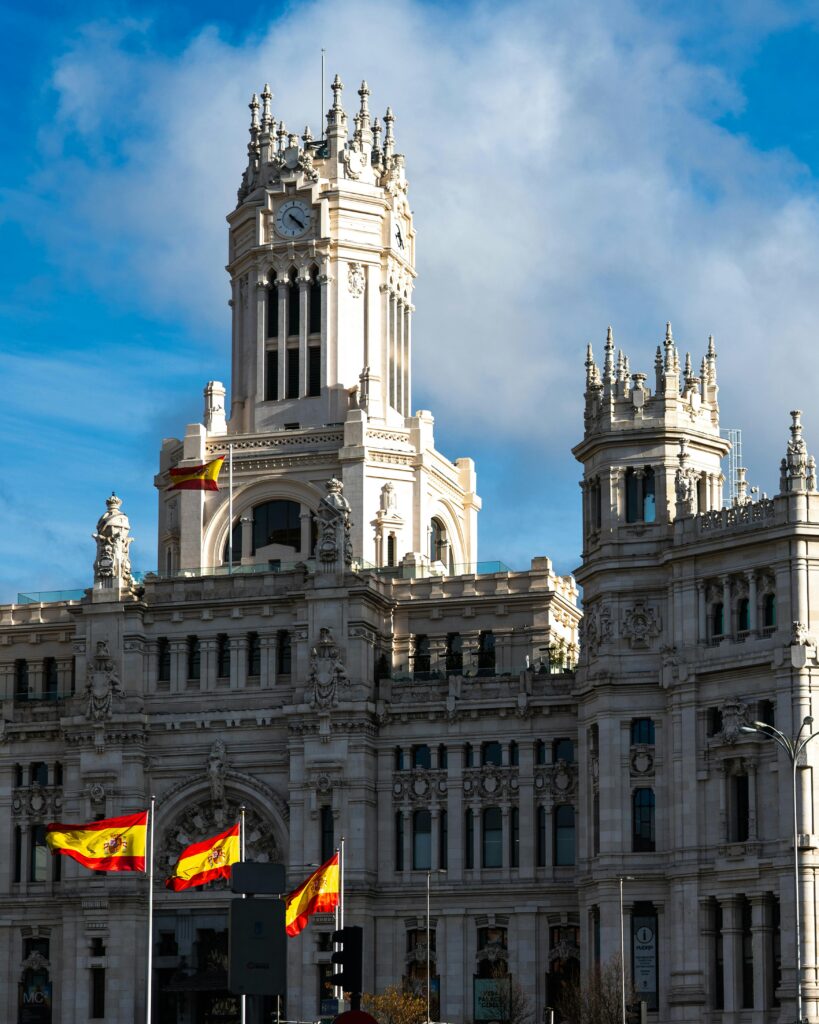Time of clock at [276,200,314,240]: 4:22
